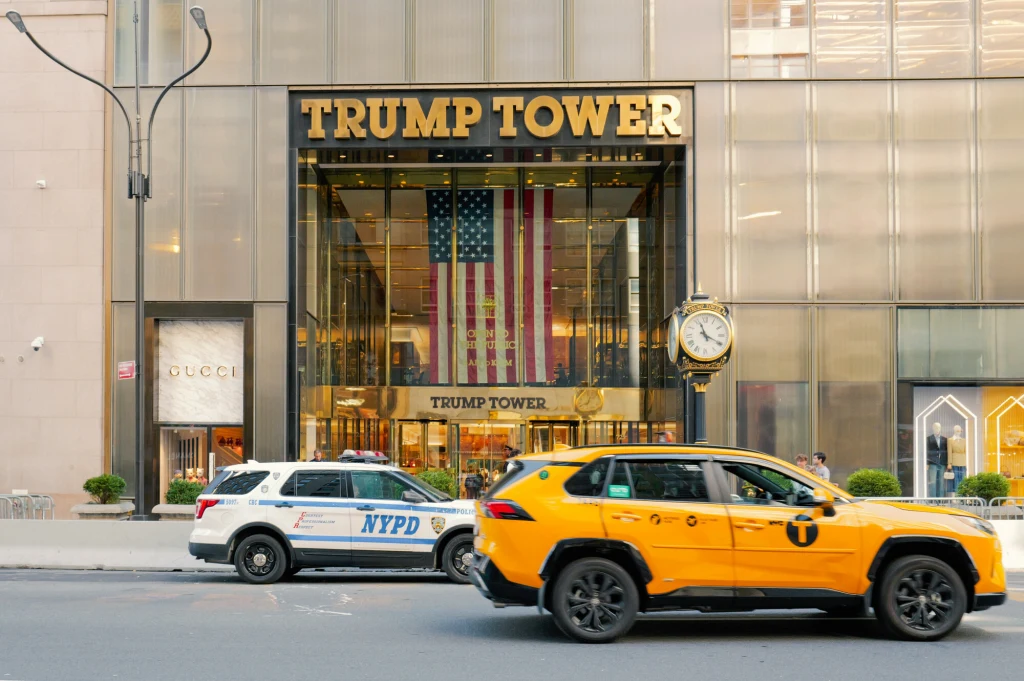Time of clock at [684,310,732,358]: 11:19
